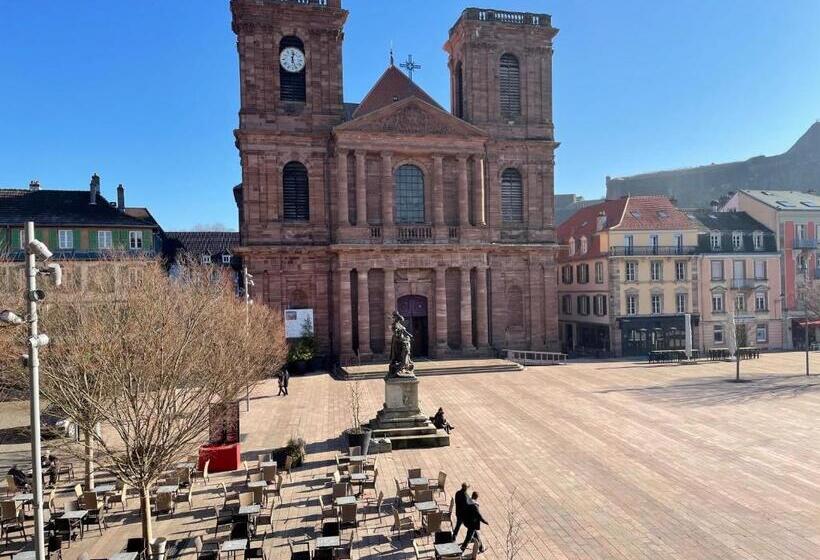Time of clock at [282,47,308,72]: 12:26
